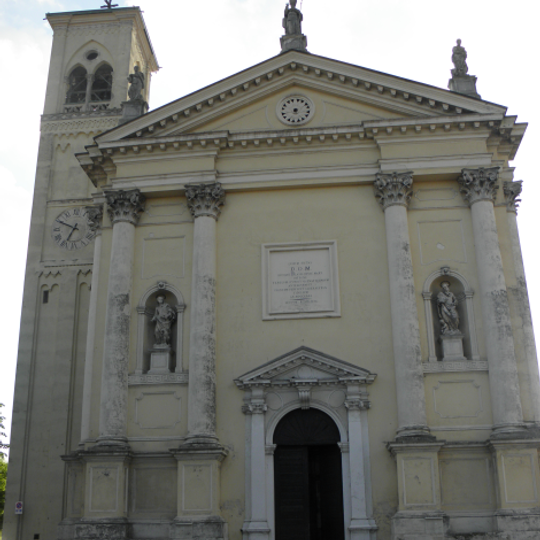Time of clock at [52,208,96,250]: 6:49
